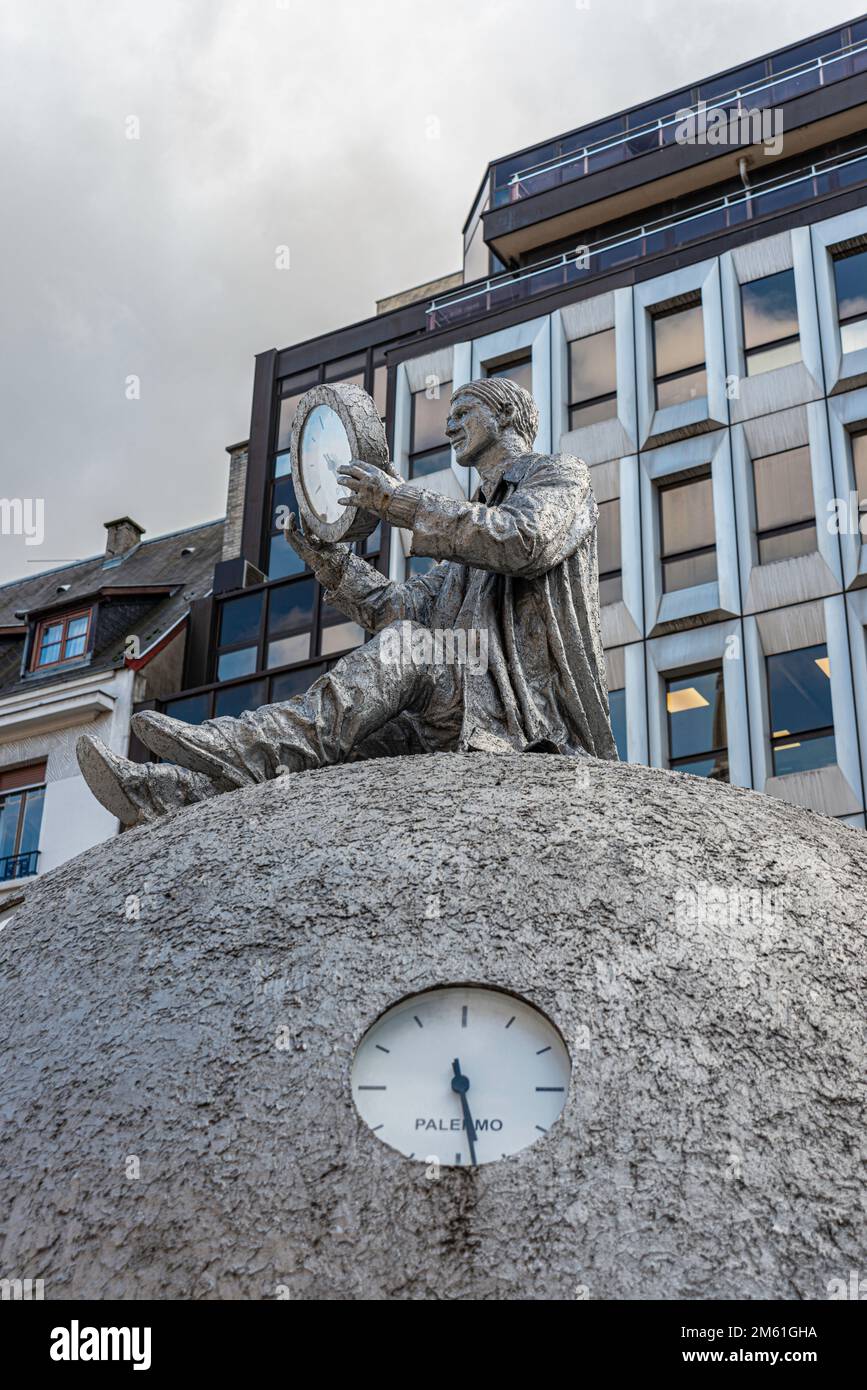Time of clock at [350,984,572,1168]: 5:28
